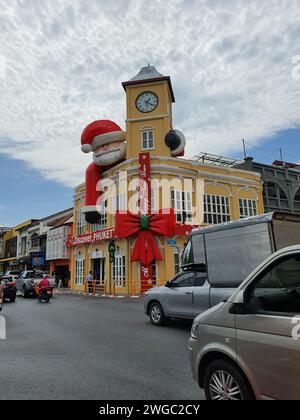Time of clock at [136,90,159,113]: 1:20
